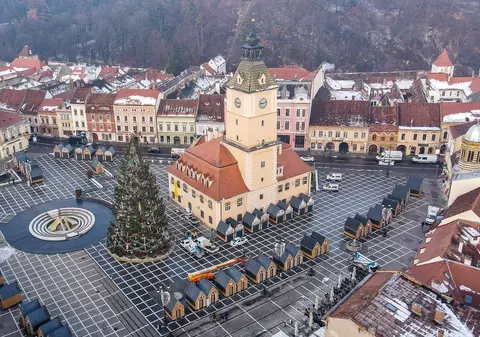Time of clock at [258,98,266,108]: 9:12
